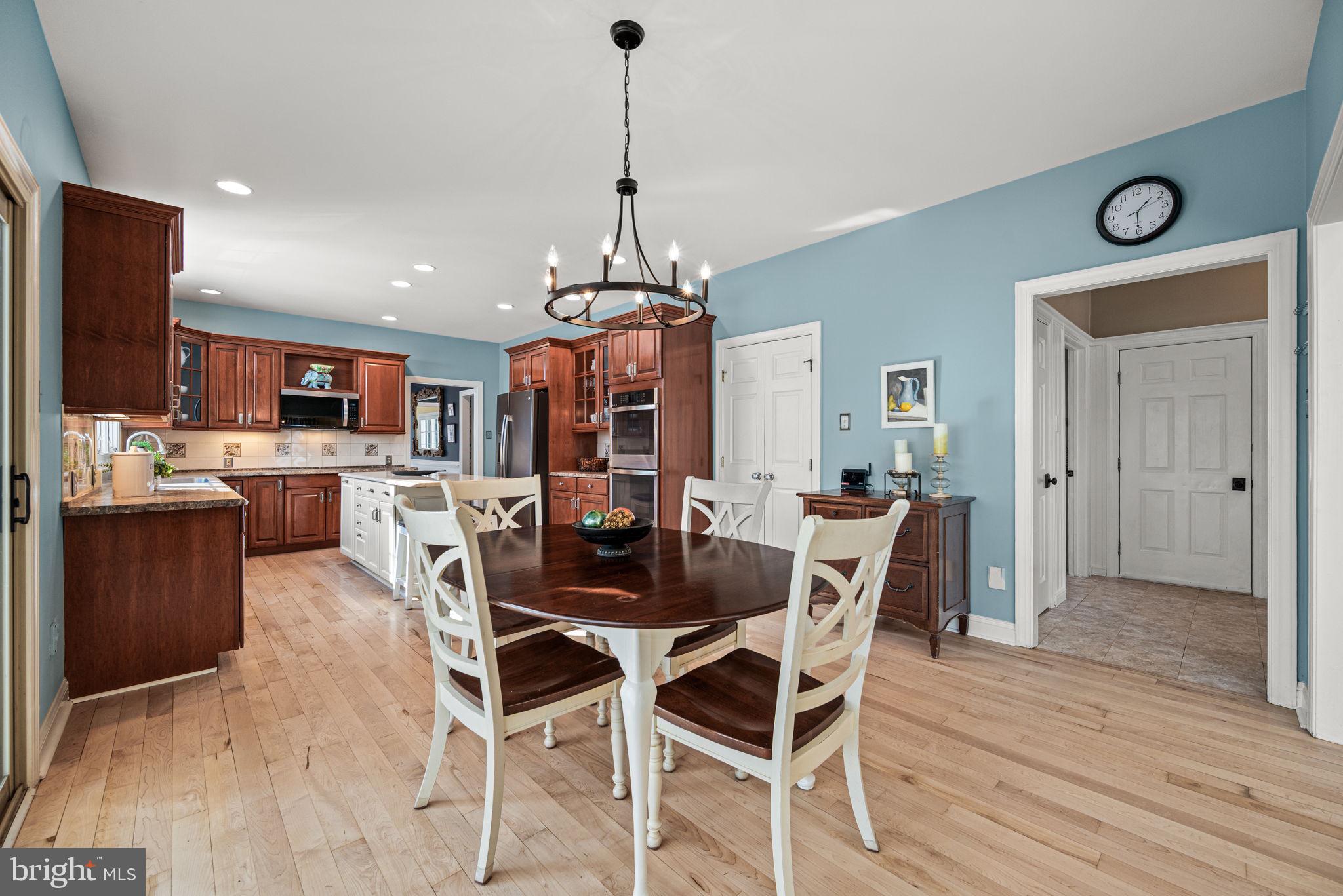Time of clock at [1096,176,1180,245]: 1:30
